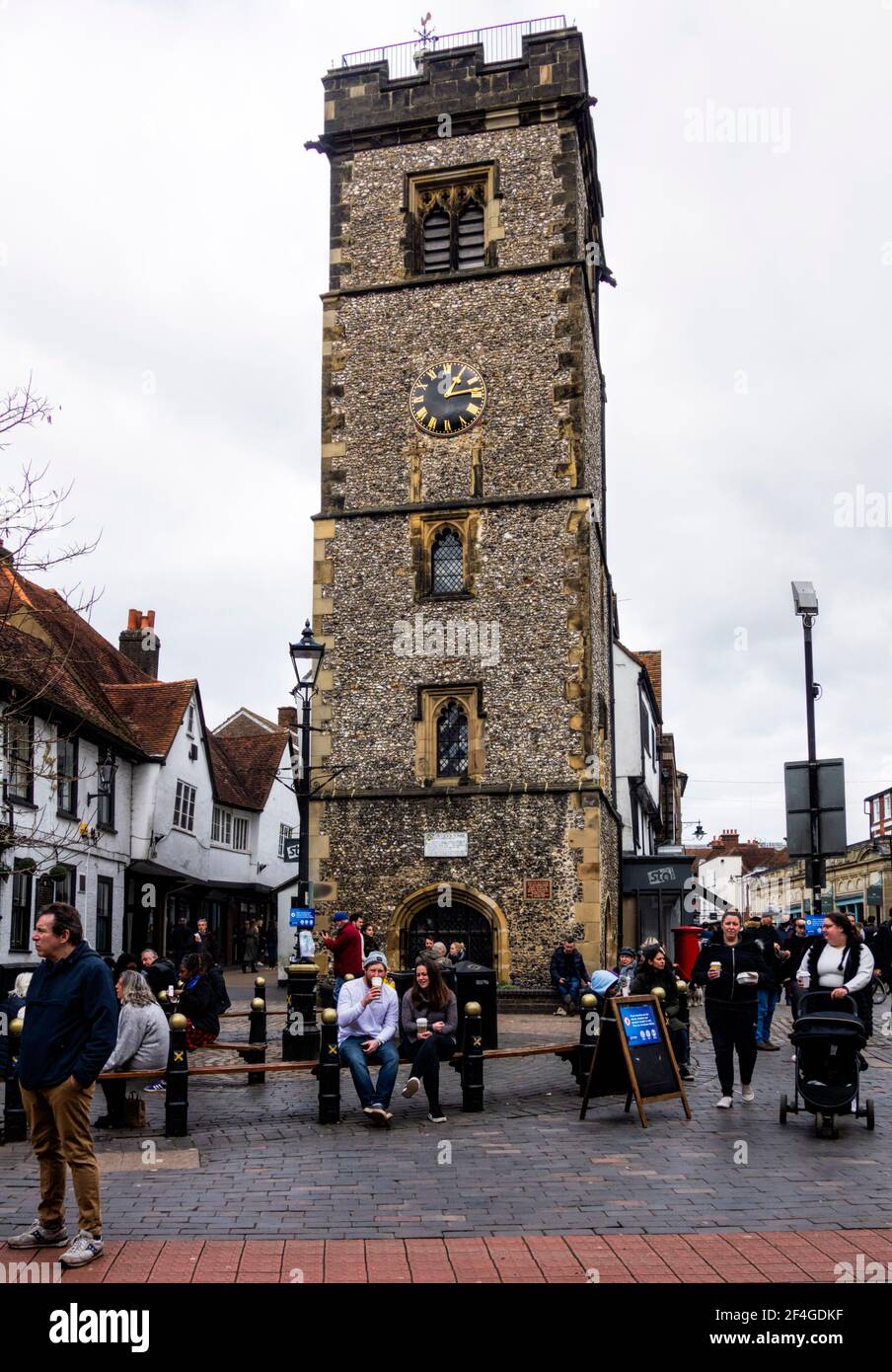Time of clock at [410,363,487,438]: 1:13
